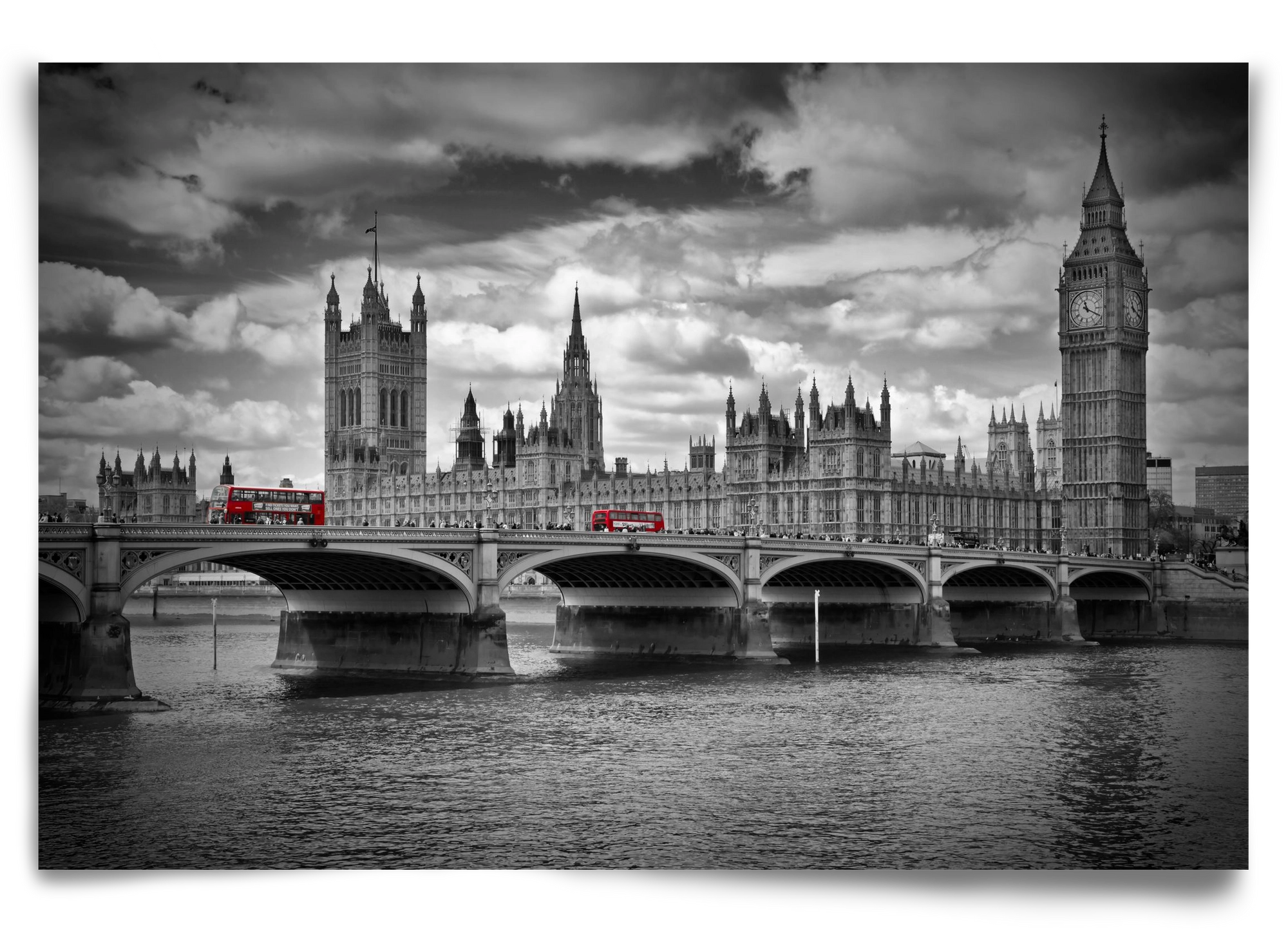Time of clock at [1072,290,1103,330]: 11:19
